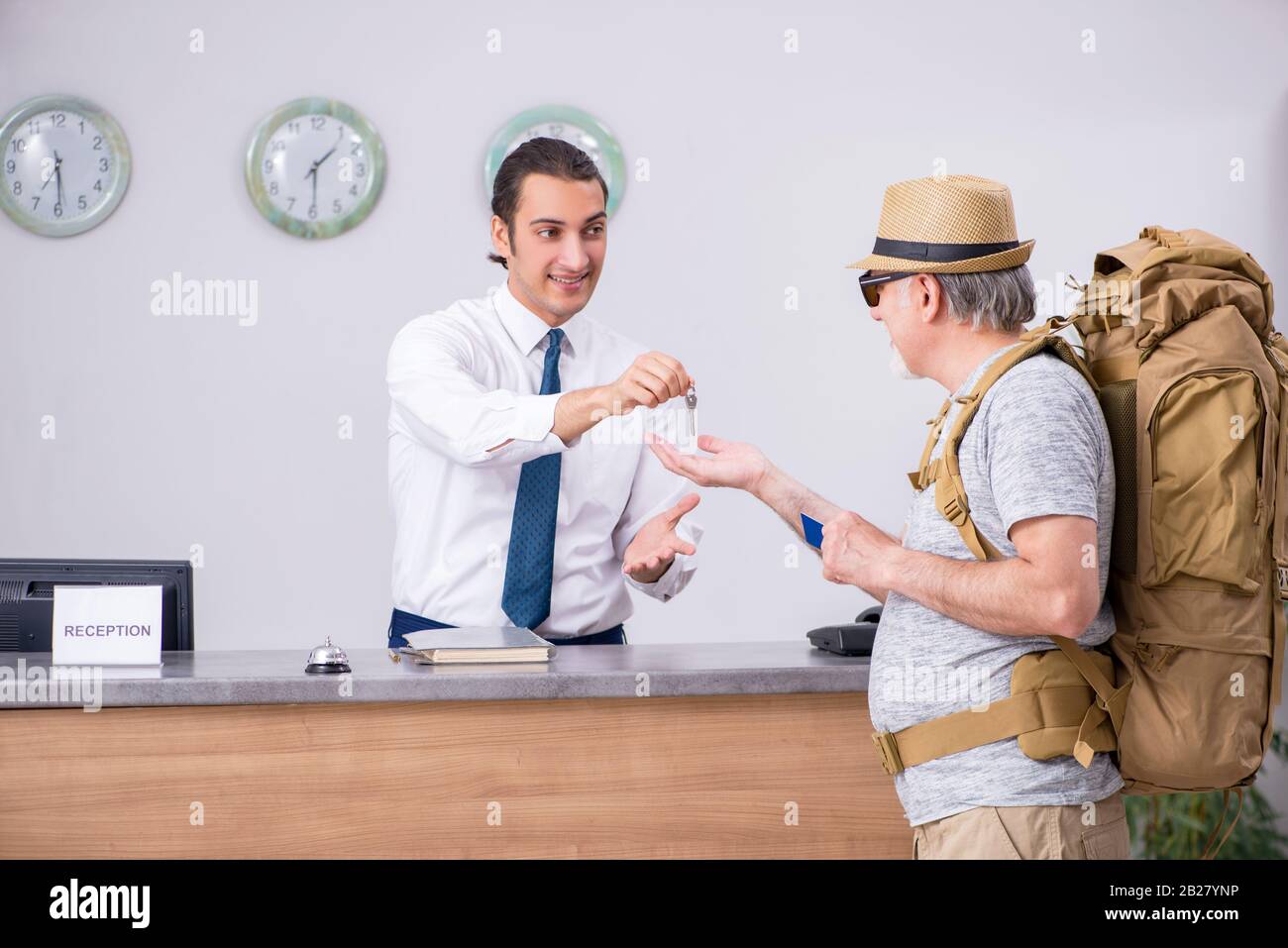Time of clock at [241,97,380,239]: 1:29
